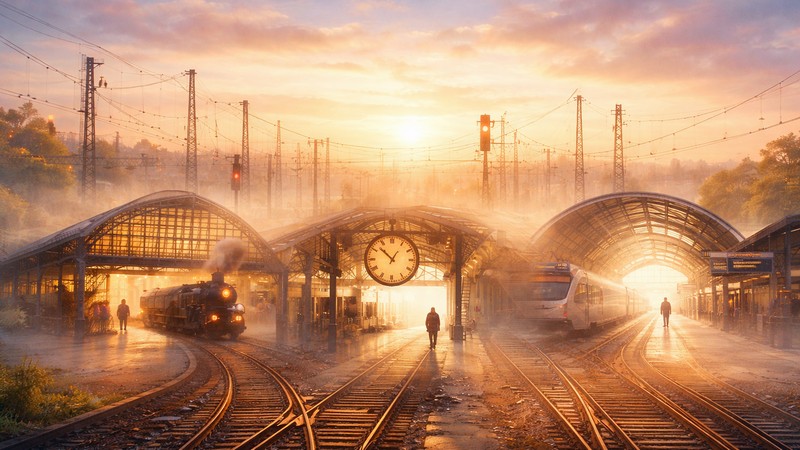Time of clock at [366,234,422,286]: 12:52
